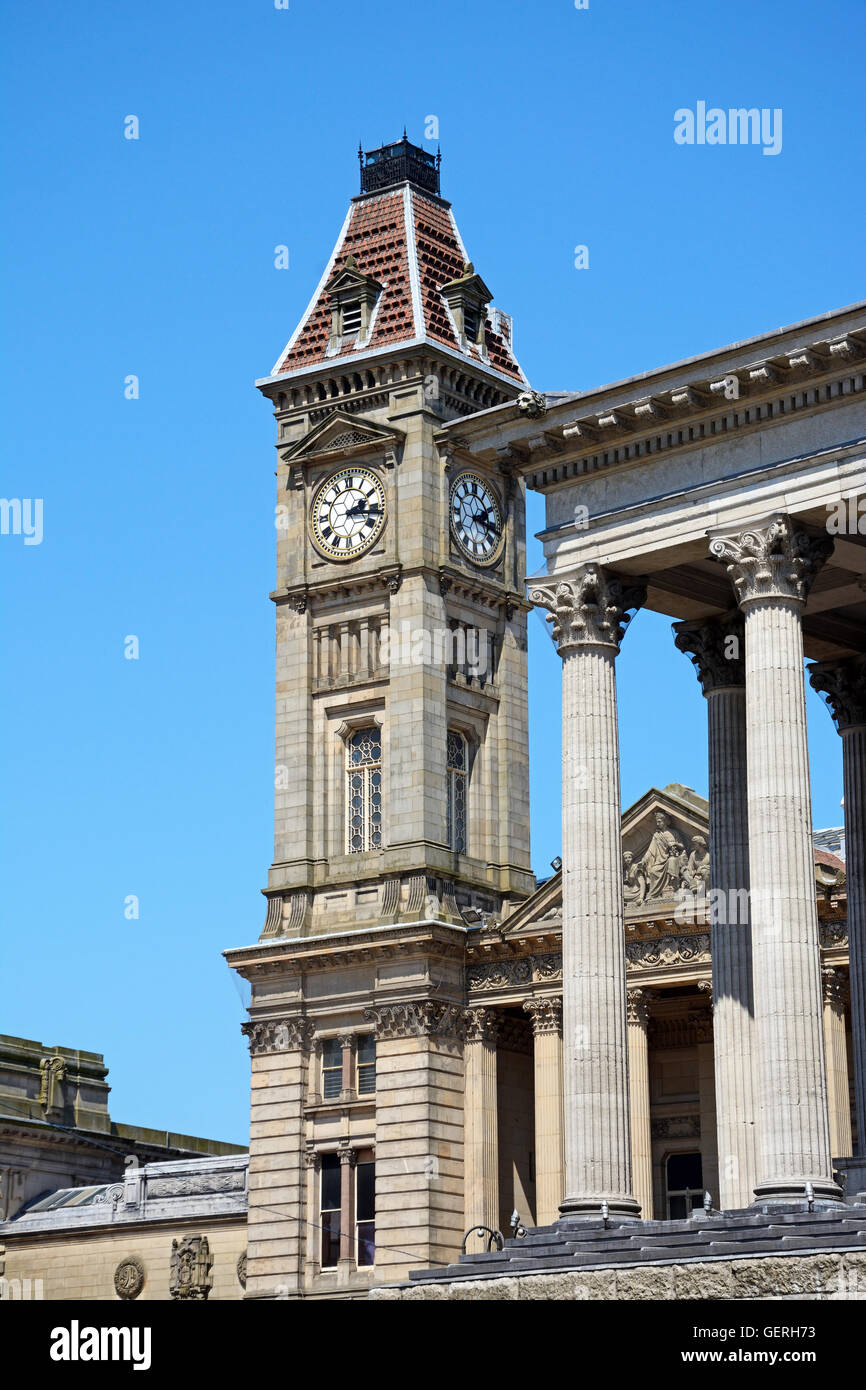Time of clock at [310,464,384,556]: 2:16
